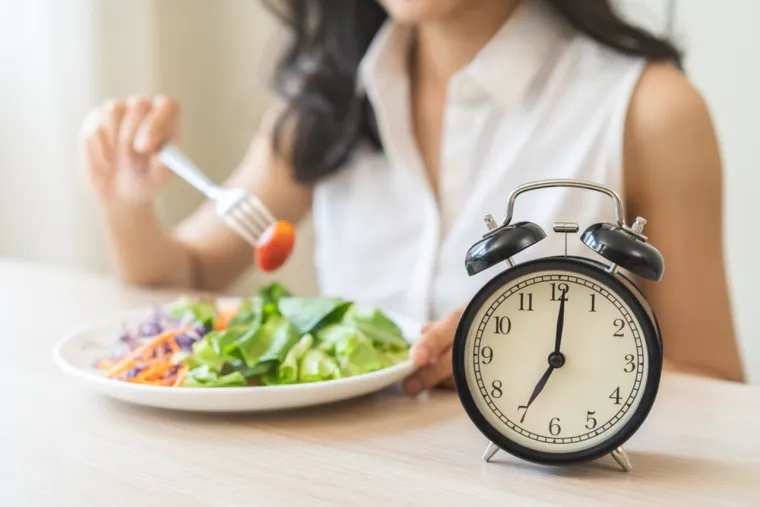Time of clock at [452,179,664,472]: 7:00
